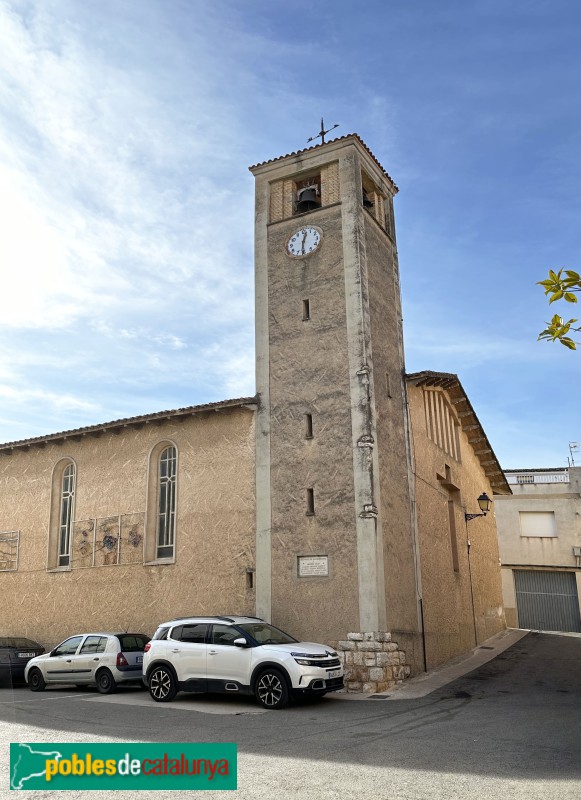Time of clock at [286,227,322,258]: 12:30
